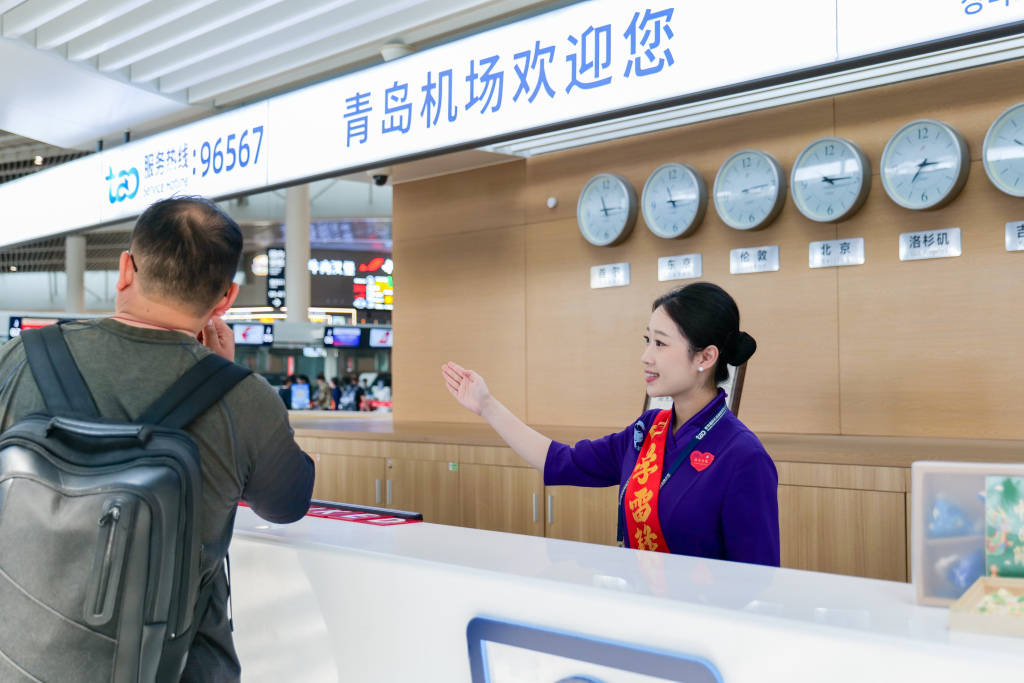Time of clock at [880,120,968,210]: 7:15
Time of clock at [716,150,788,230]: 3:14
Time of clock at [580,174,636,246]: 11:14
